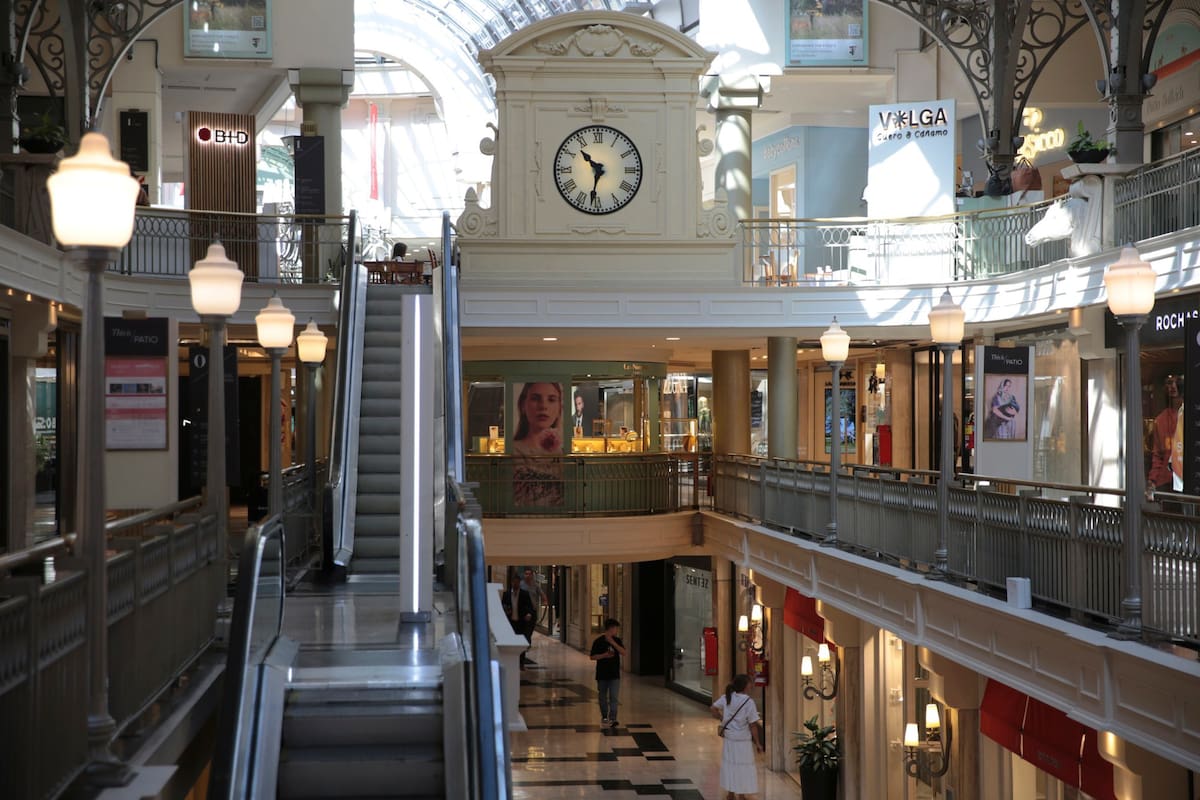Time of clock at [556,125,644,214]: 10:32
